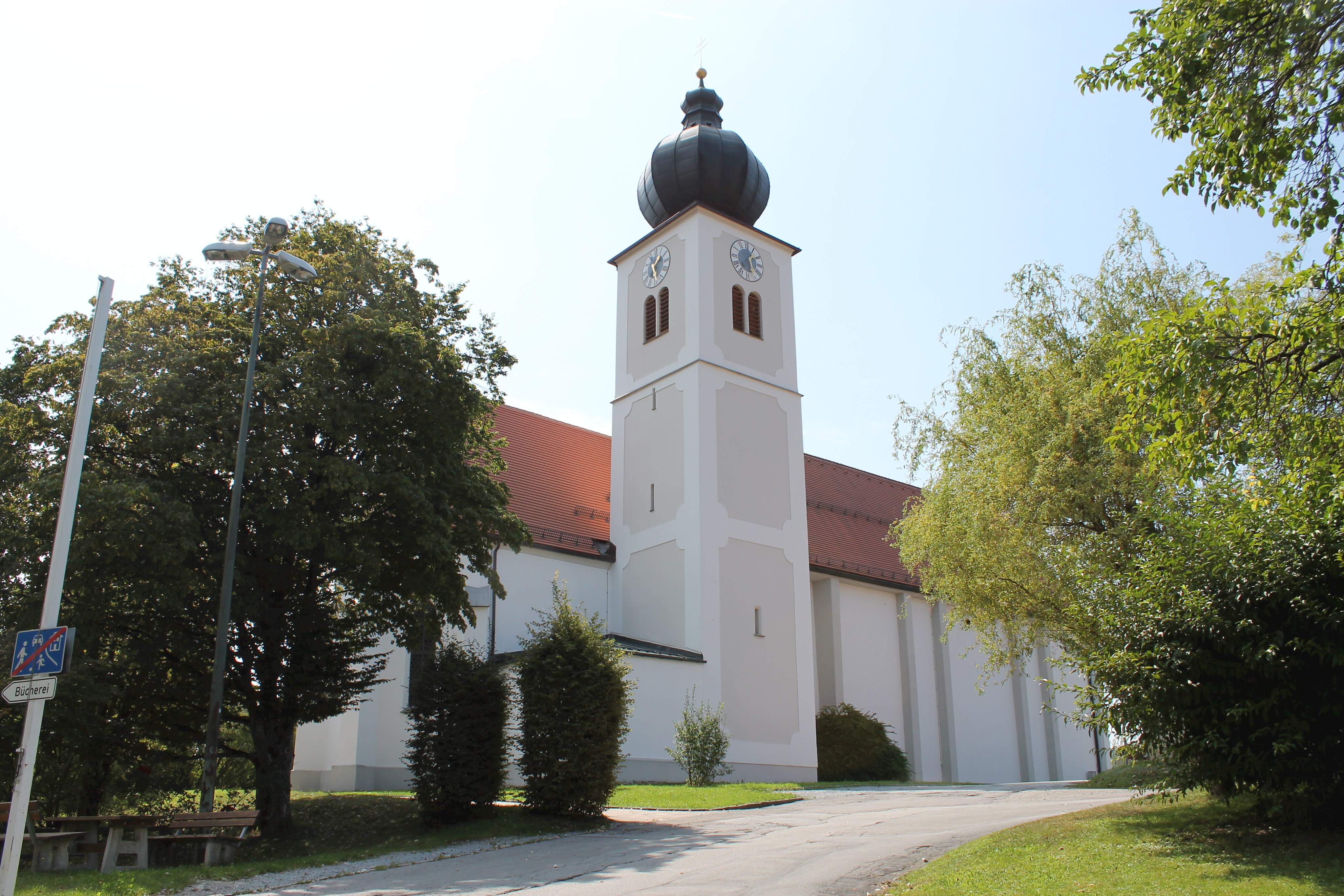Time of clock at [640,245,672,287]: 1:24
